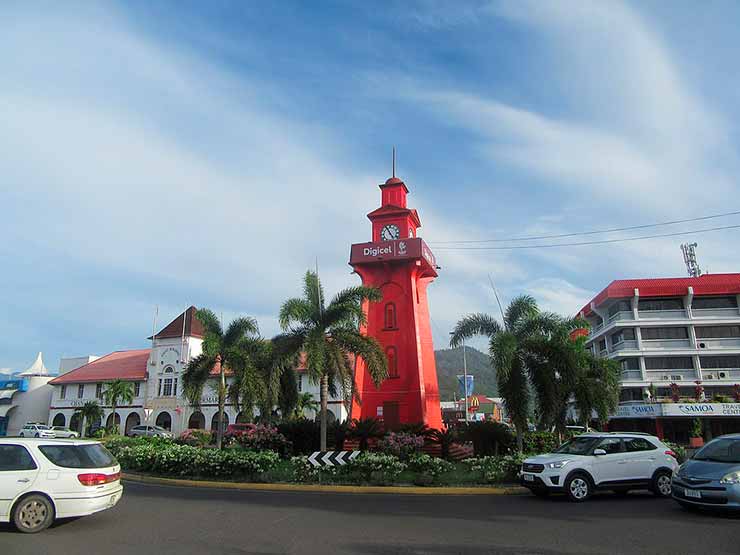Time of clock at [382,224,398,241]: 4:55
